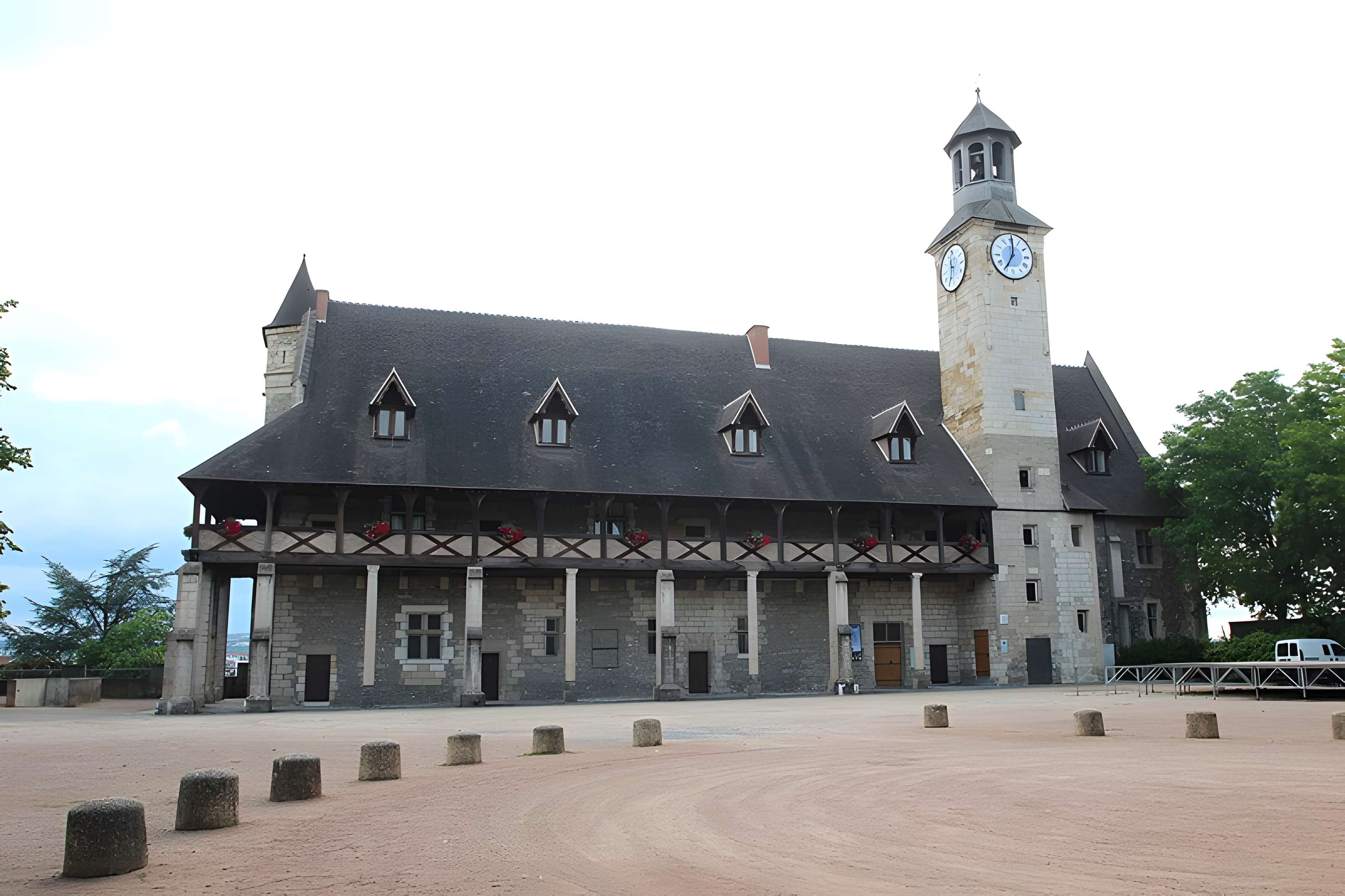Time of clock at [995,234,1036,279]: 7:00
